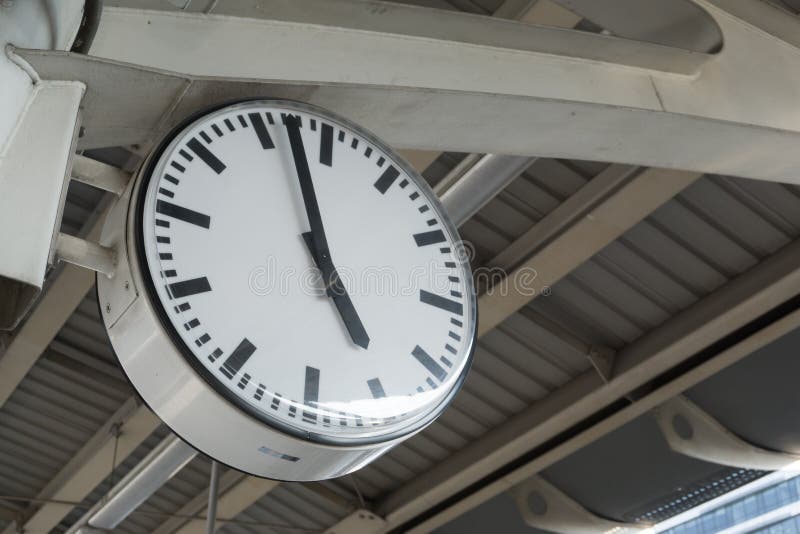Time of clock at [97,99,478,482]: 4:57
